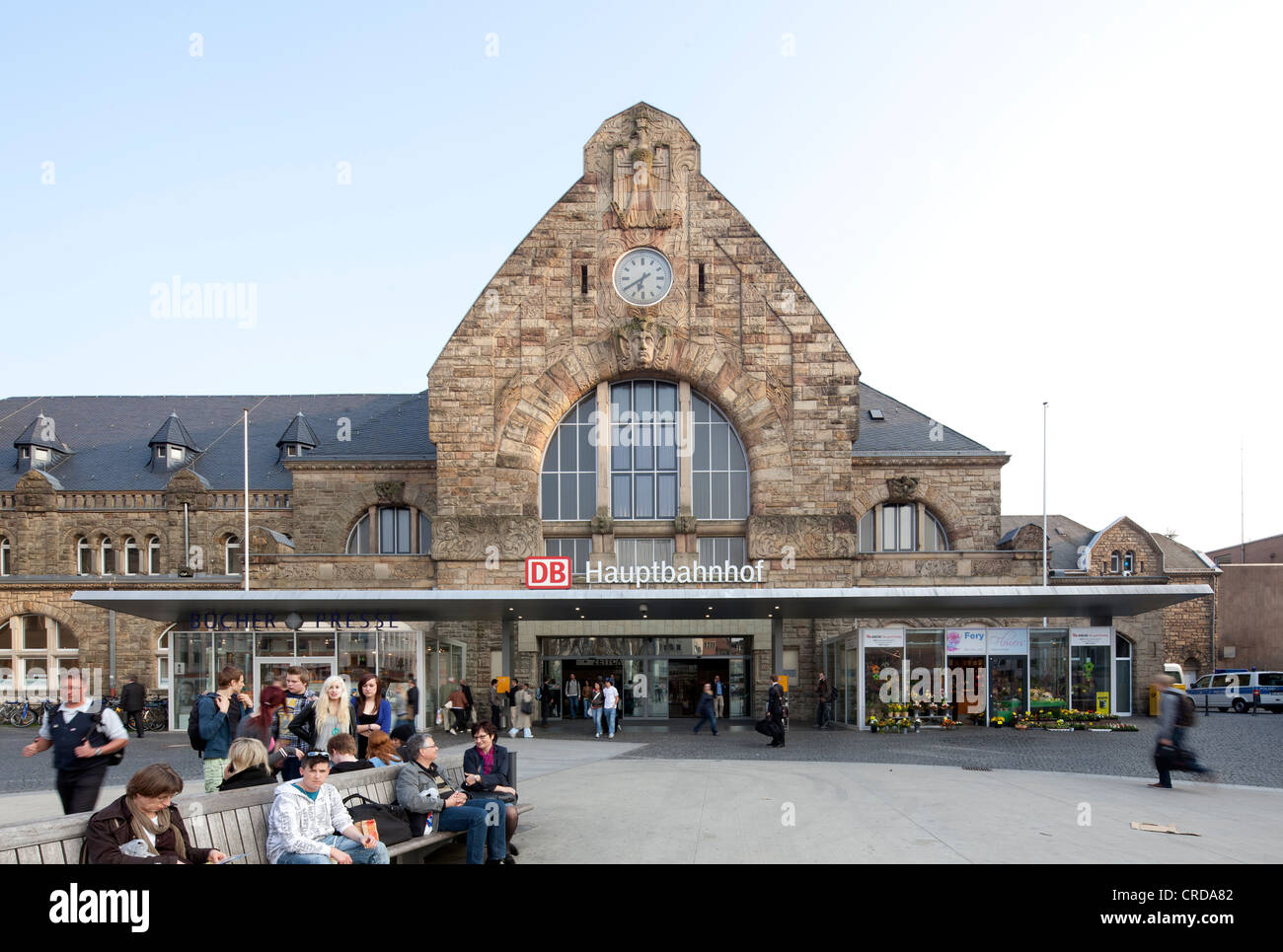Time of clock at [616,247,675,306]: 6:39
